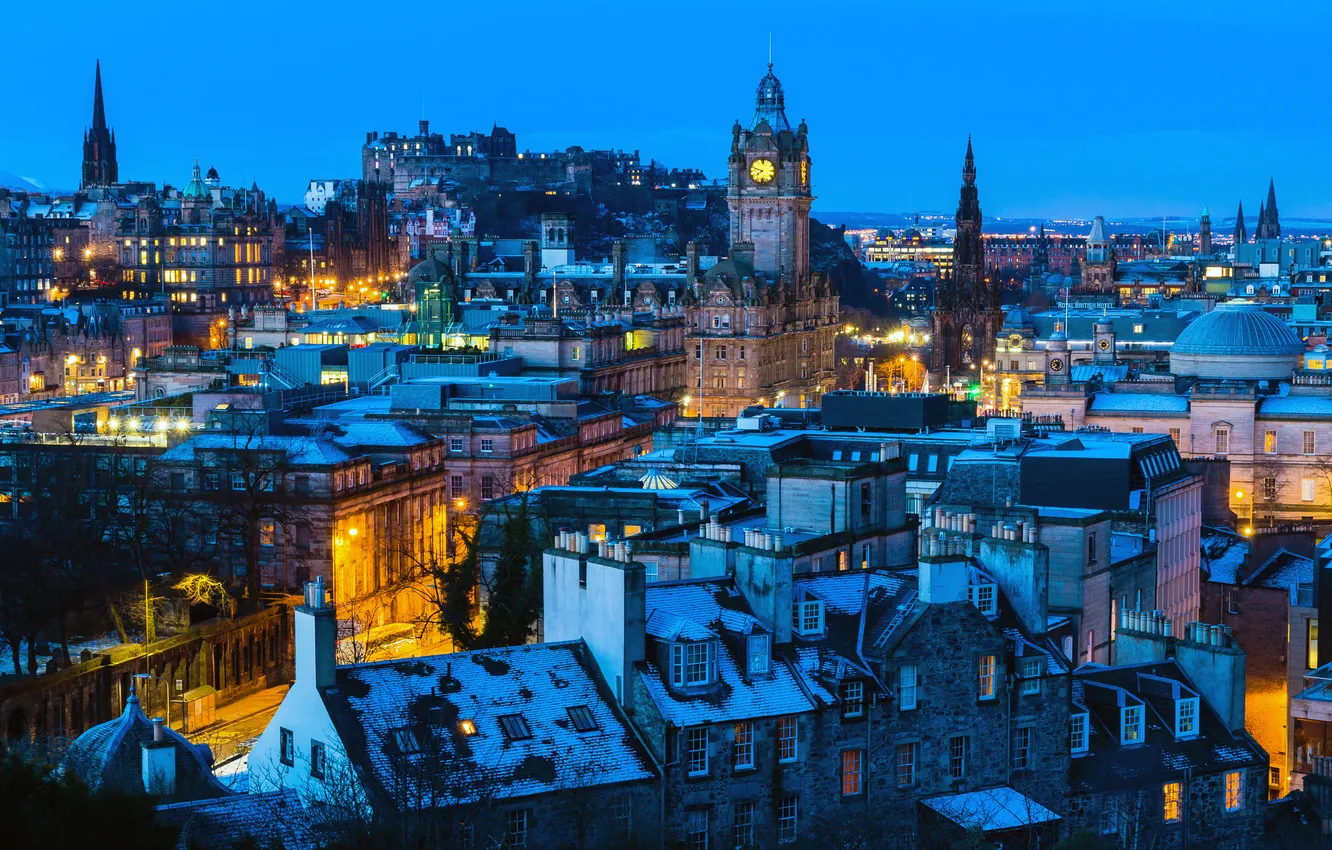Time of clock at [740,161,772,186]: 7:47
